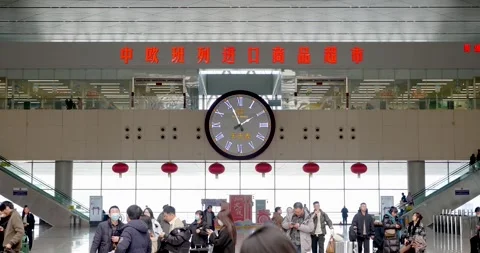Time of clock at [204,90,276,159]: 4:56
